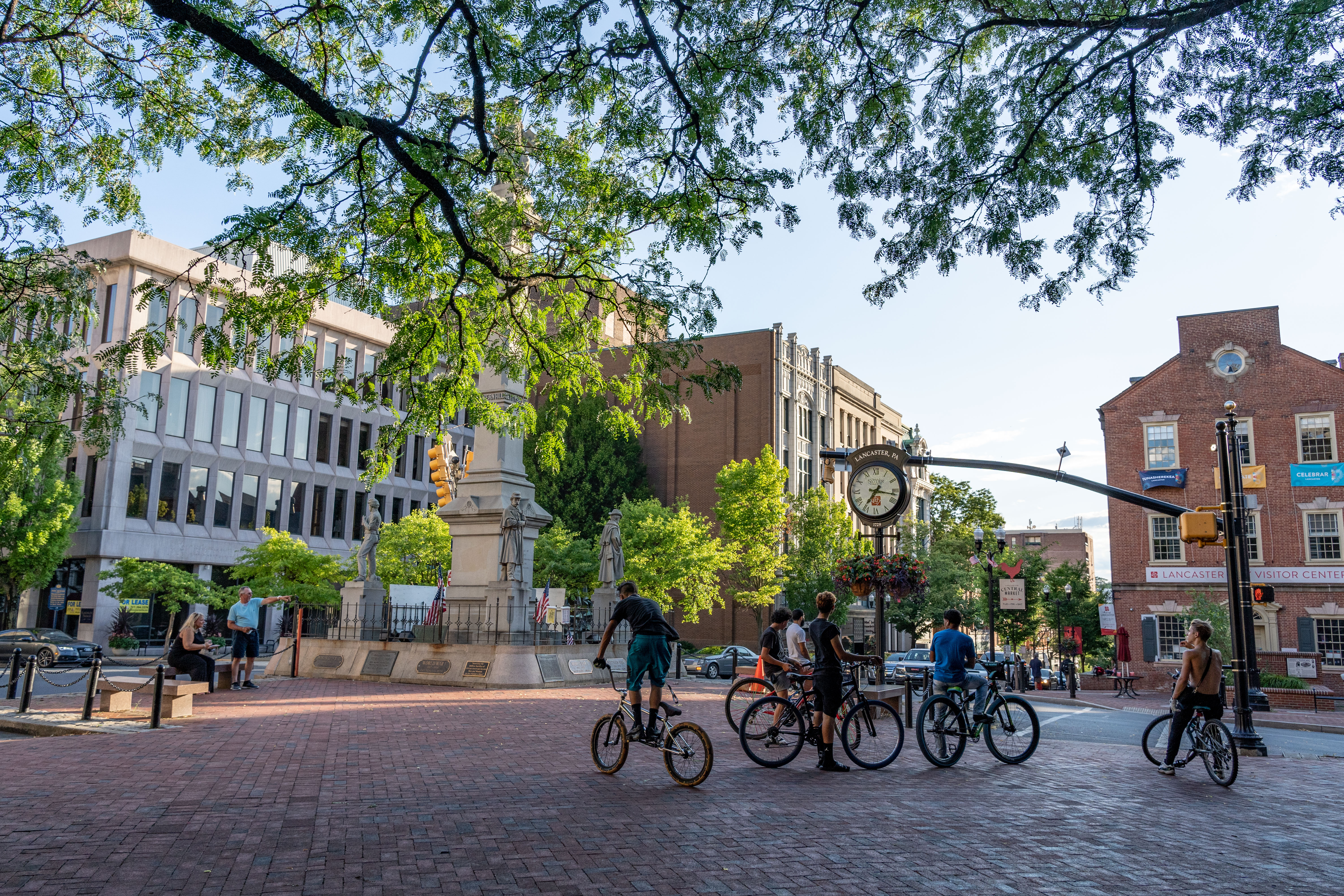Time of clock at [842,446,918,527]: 7:16
